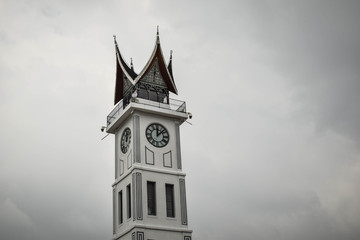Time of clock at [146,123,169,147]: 12:07
